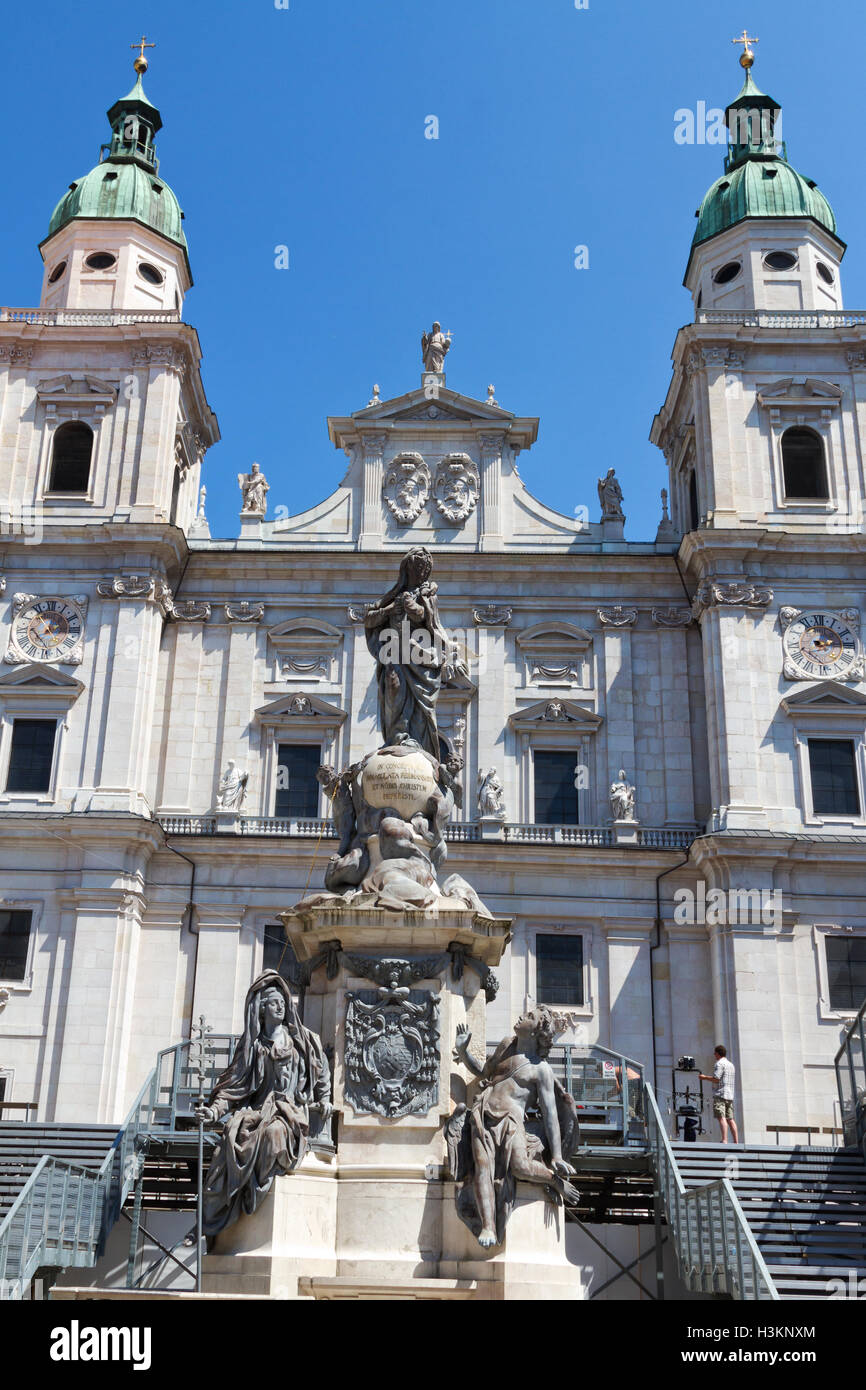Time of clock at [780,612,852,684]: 12:14
